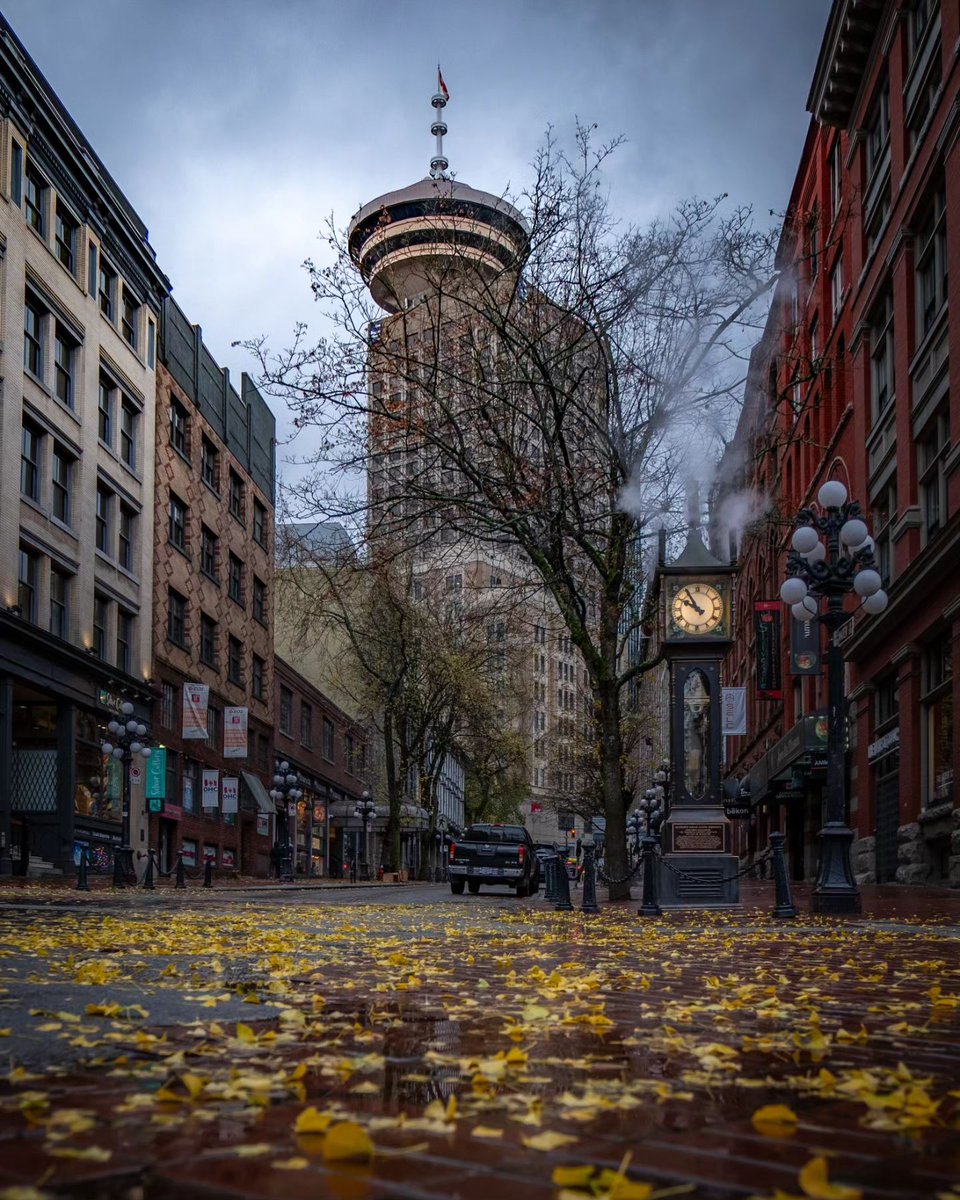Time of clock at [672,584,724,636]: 9:54
